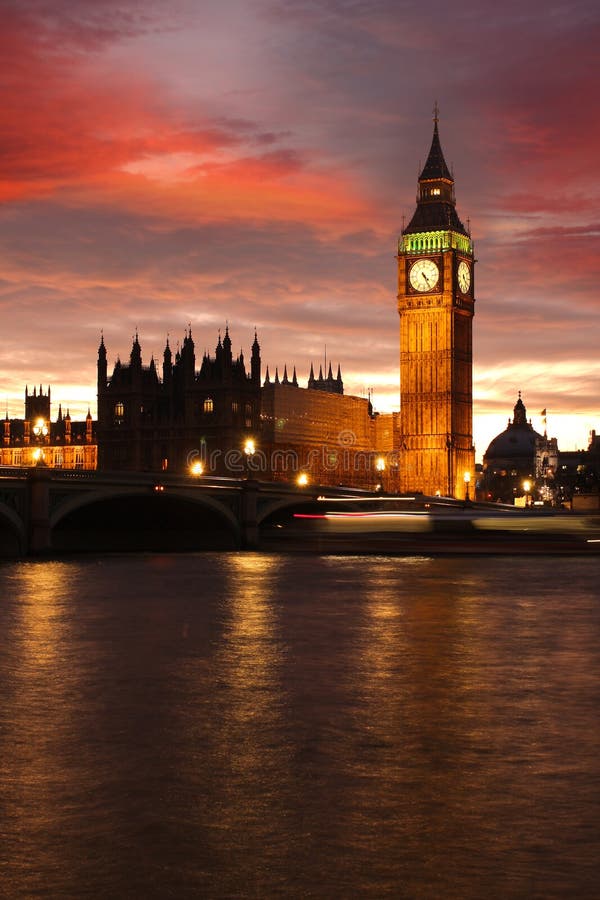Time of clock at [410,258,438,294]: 4:25
